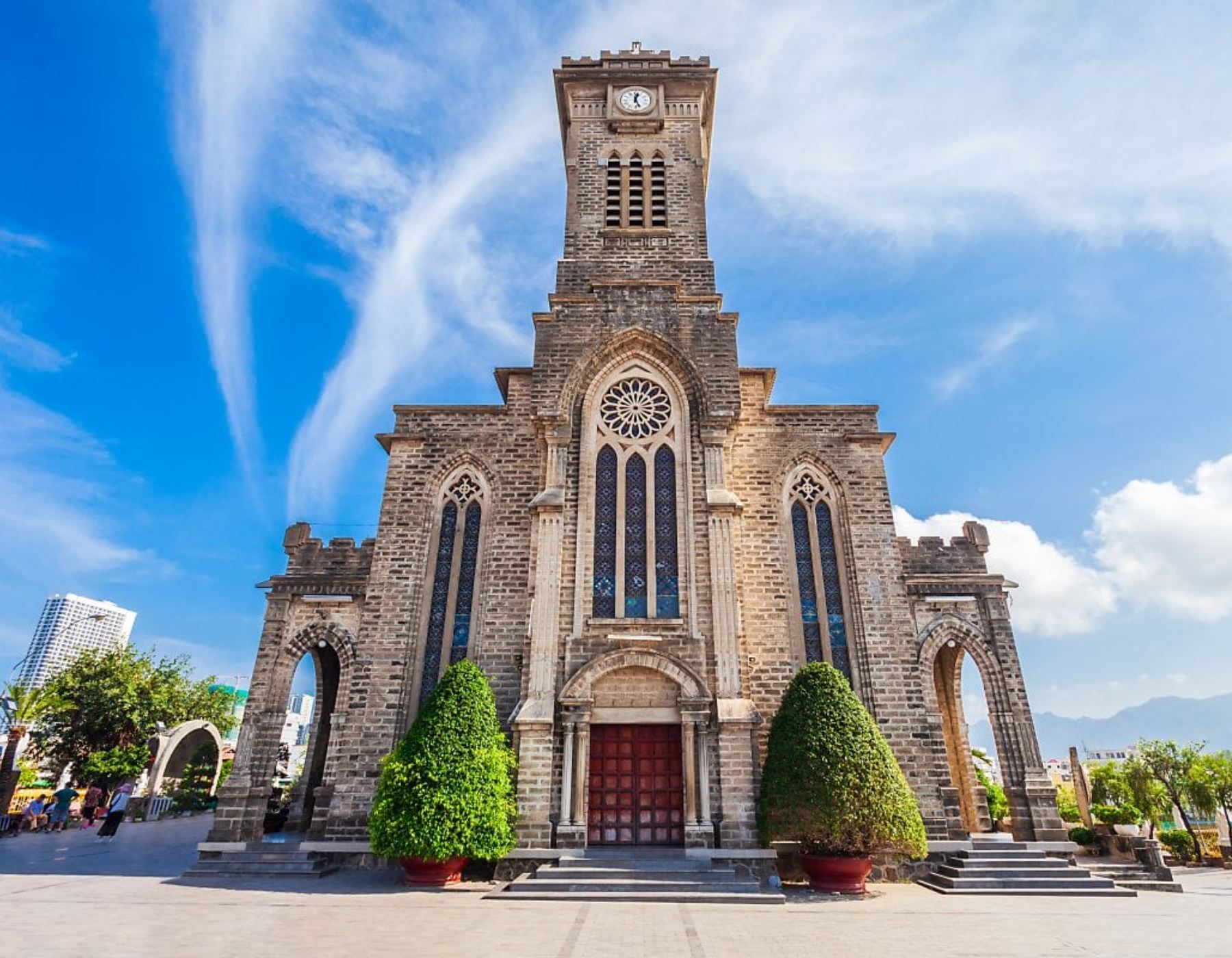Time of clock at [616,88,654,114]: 12:26
